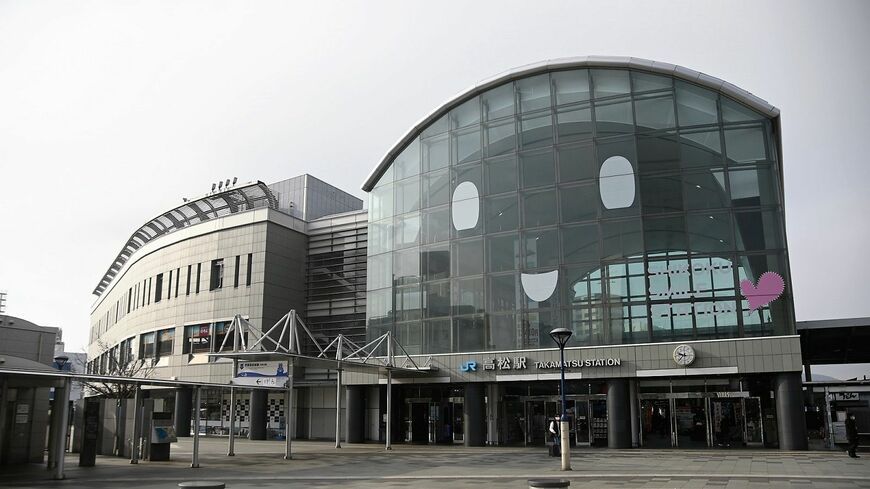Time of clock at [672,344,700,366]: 9:36
